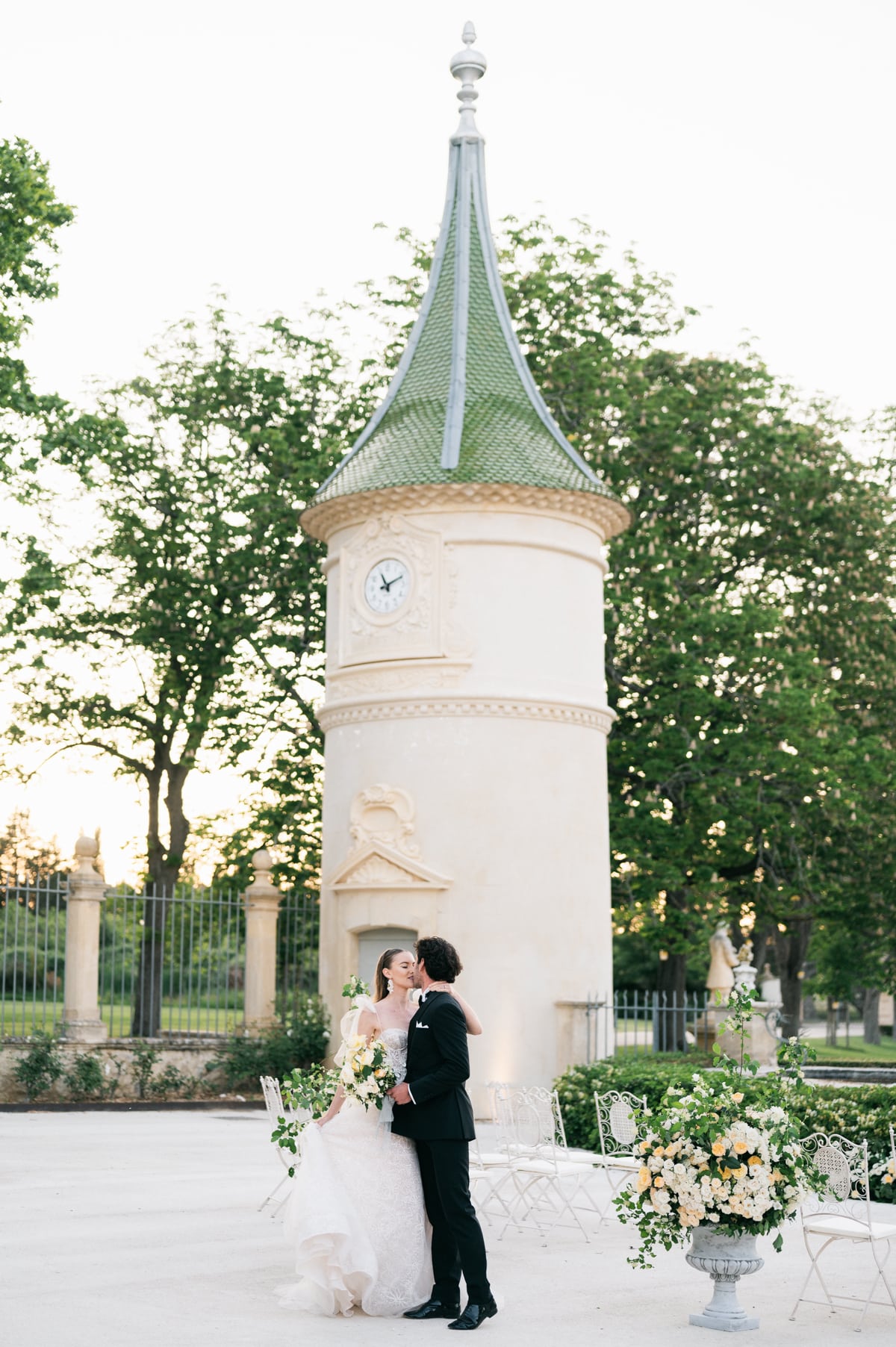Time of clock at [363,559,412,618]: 11:11
